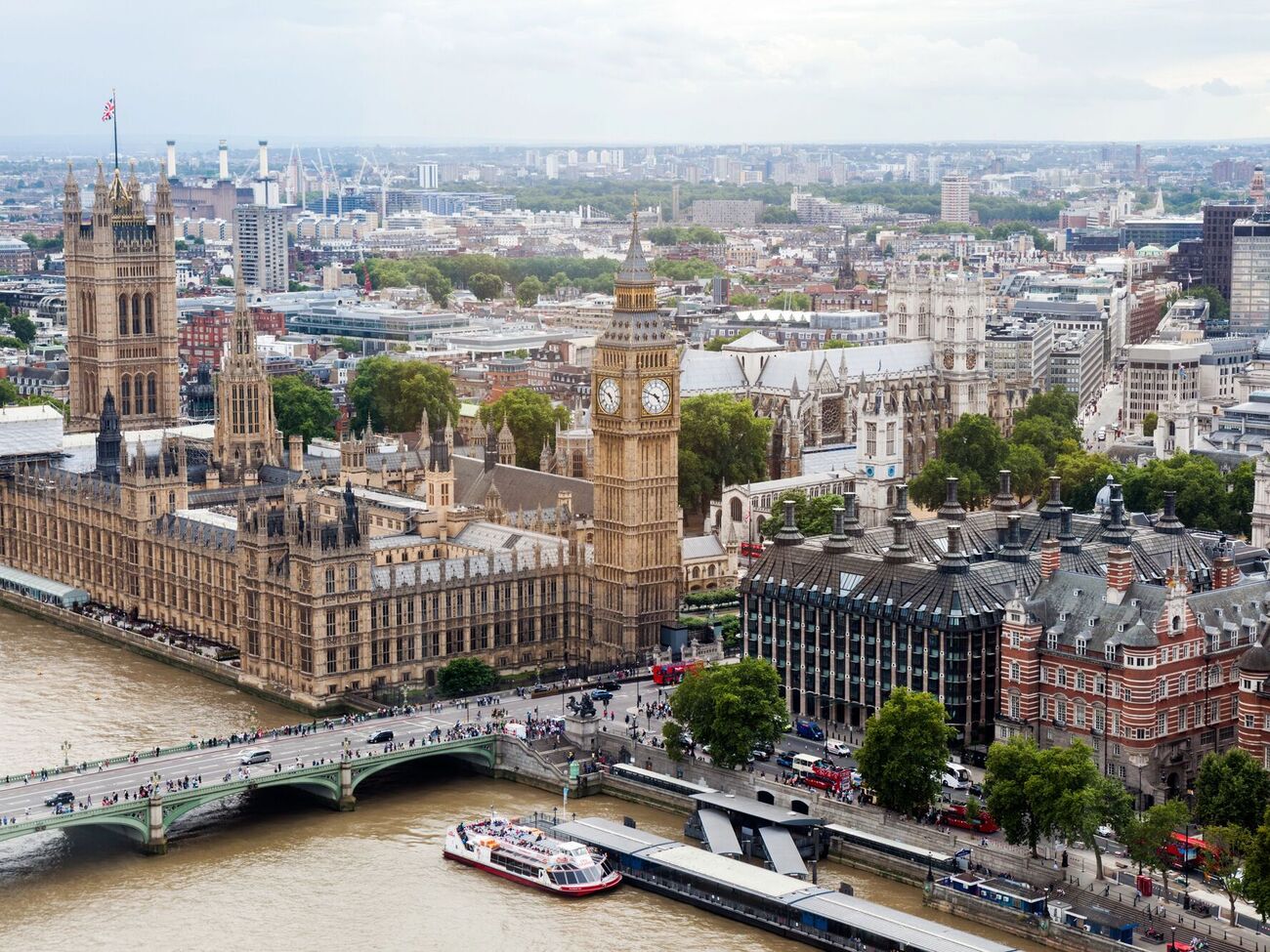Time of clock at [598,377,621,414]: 4:49
